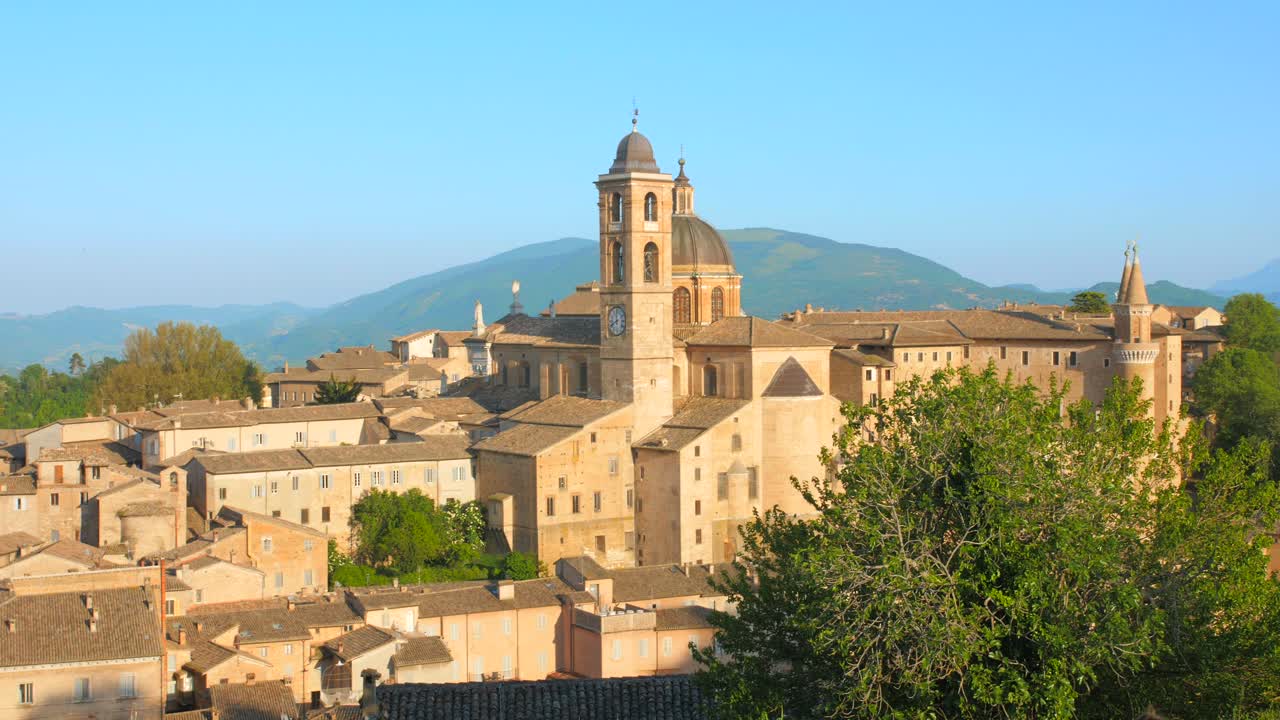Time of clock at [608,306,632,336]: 11:41
